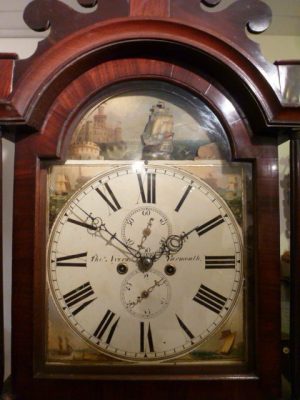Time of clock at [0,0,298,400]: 1:50
